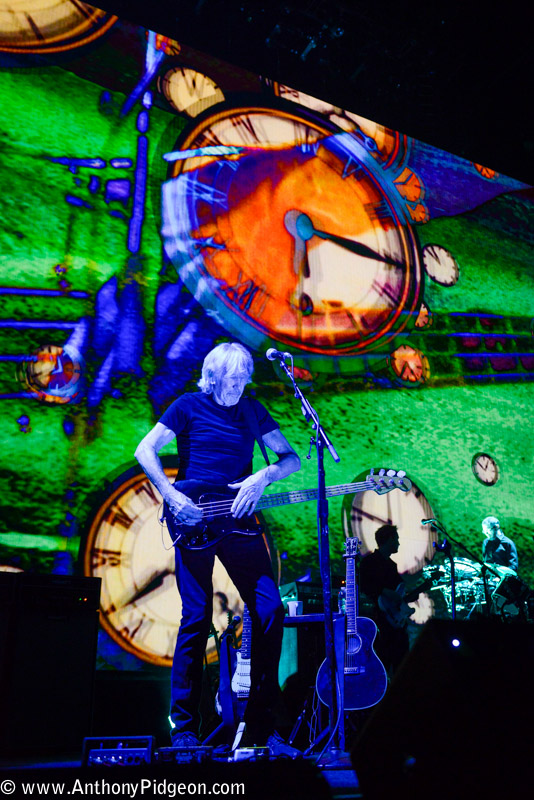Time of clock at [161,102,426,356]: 3:16
